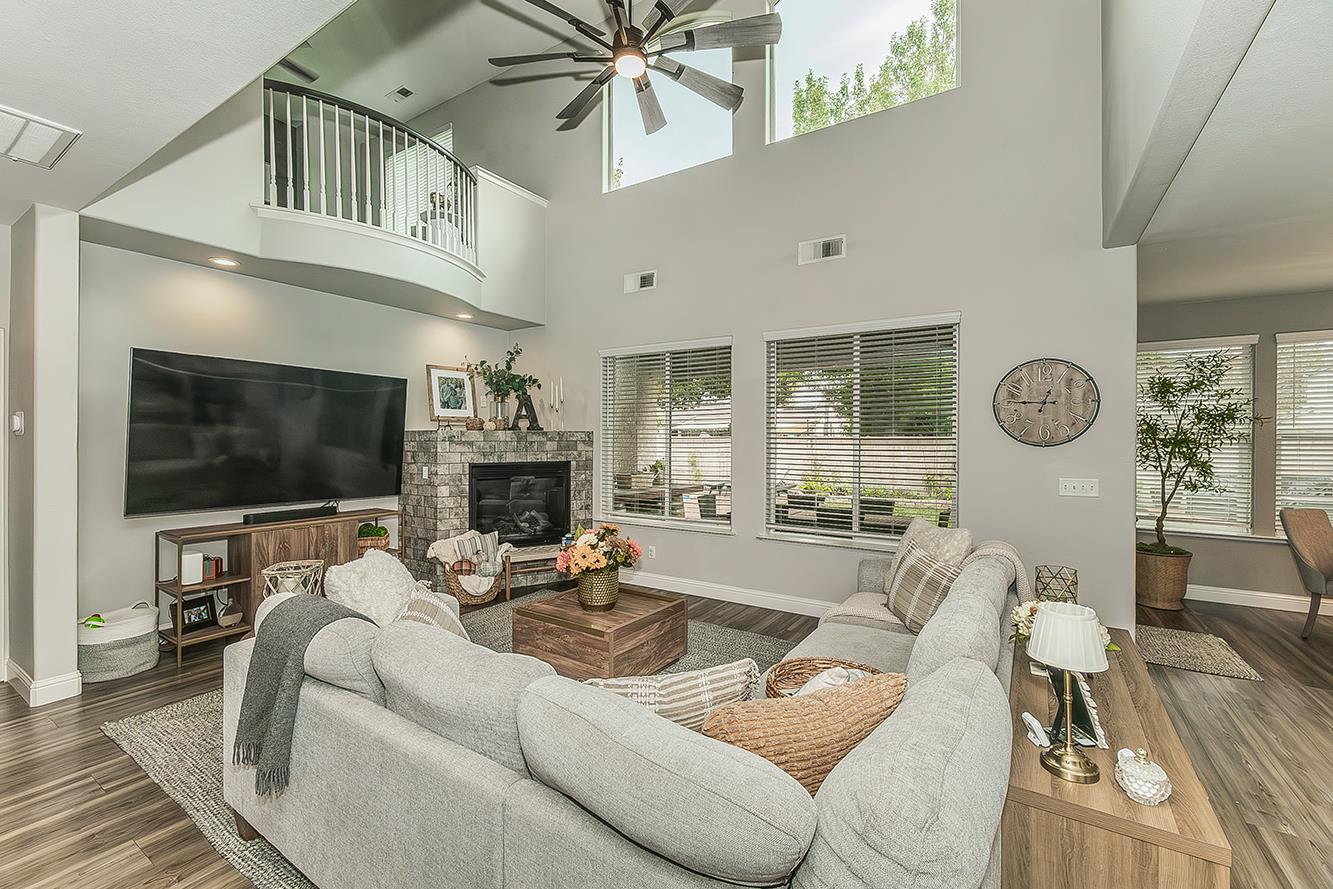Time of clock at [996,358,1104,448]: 12:45
